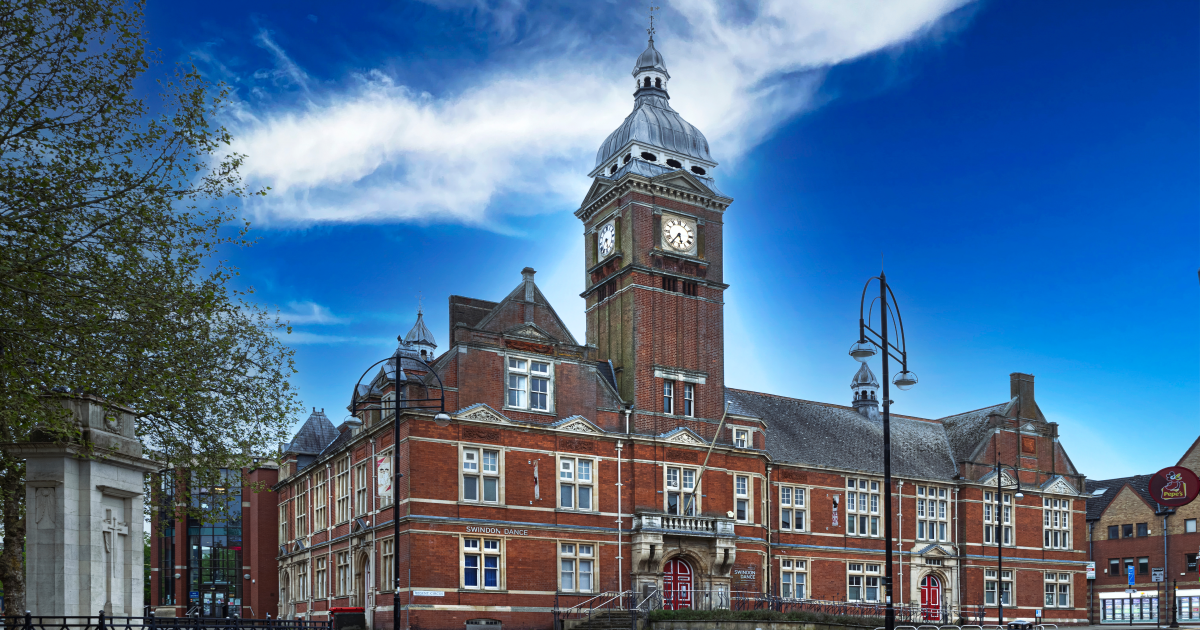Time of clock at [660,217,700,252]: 5:36
